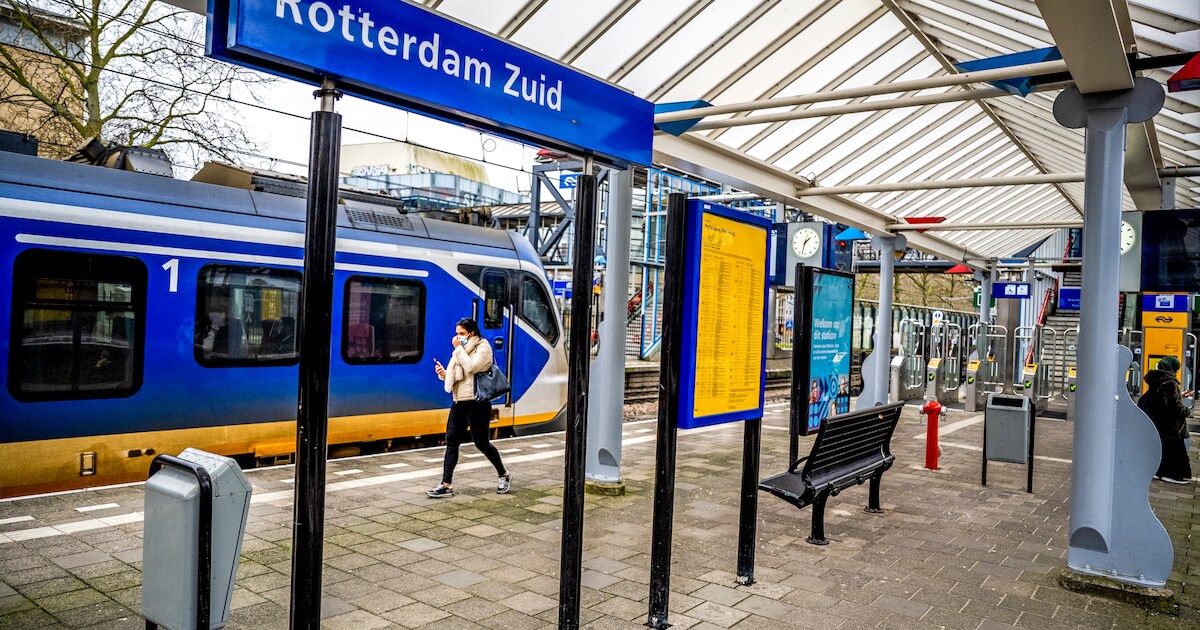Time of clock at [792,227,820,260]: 1:32
